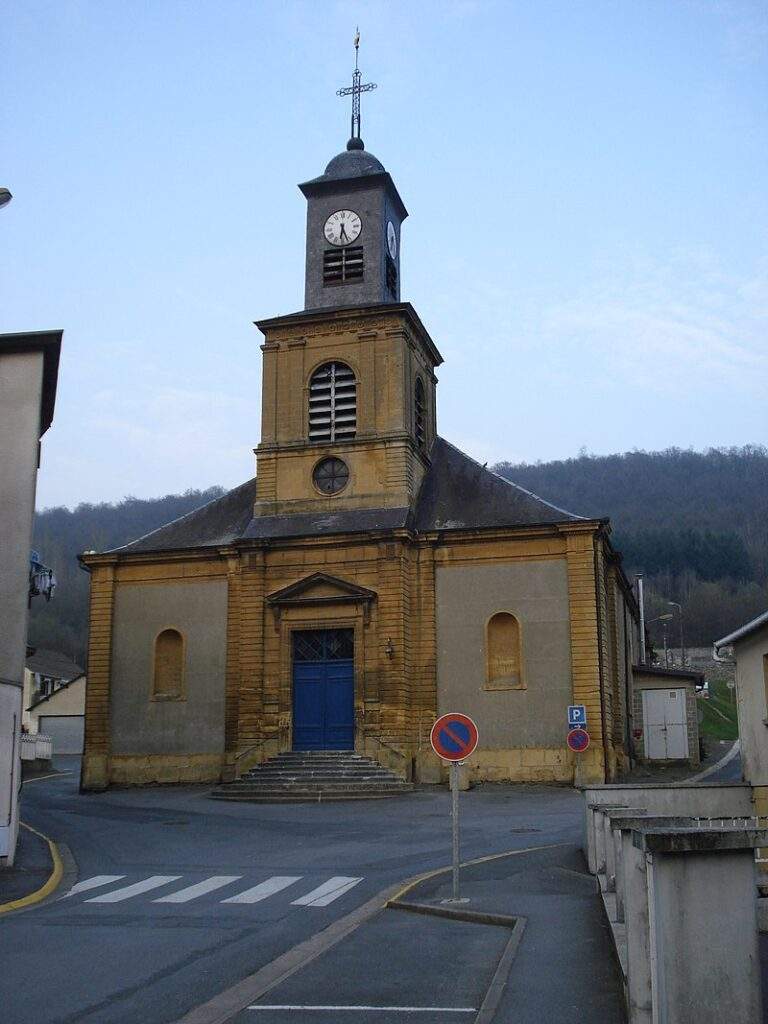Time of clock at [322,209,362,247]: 6:26
